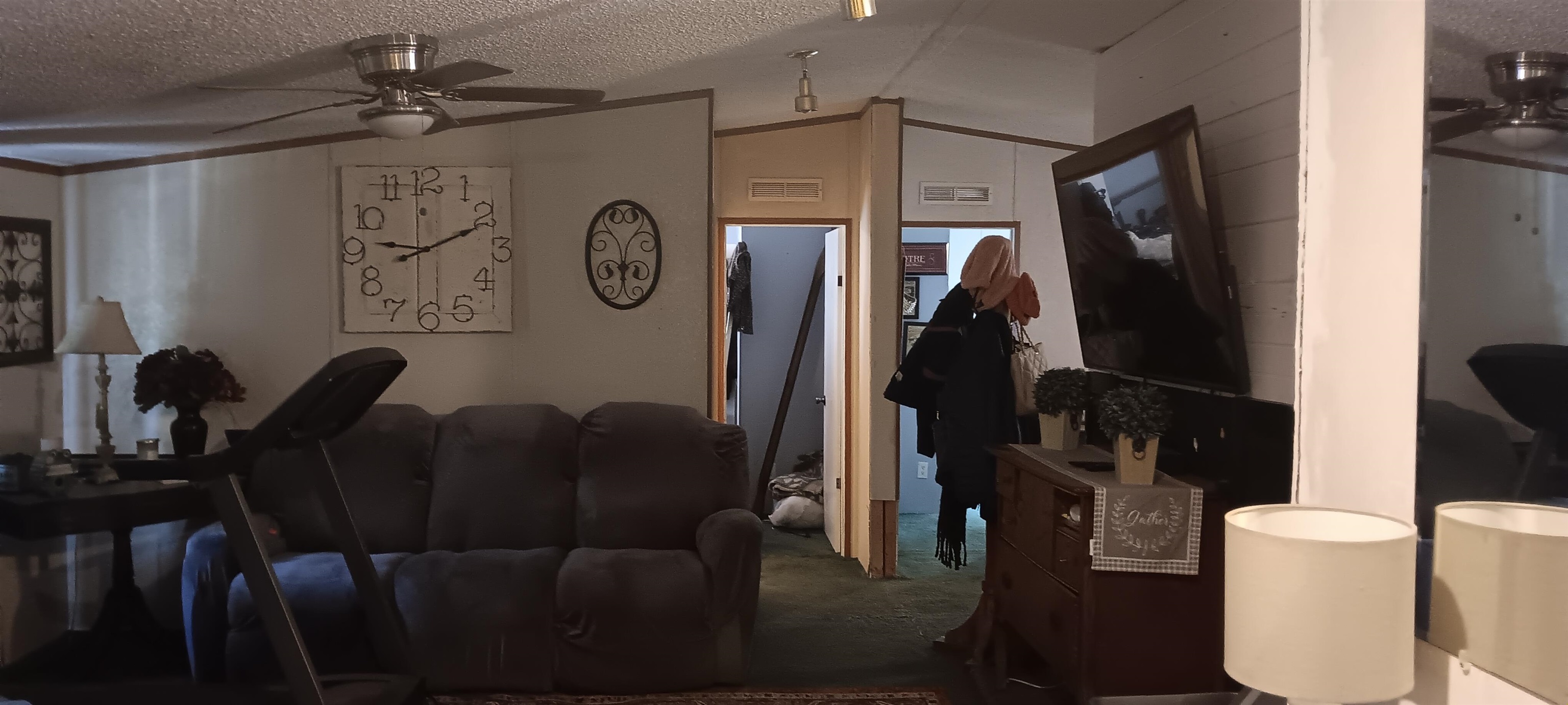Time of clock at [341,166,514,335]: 9:11
